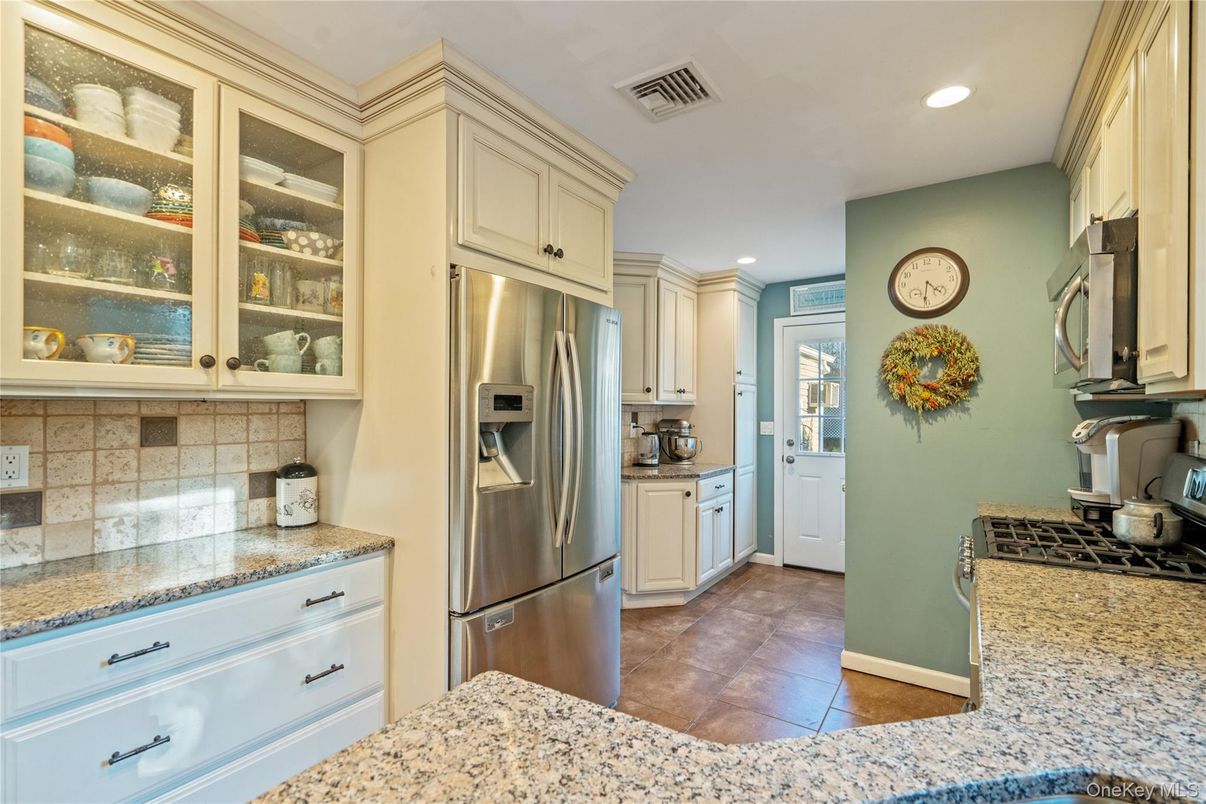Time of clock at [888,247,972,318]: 4:31
